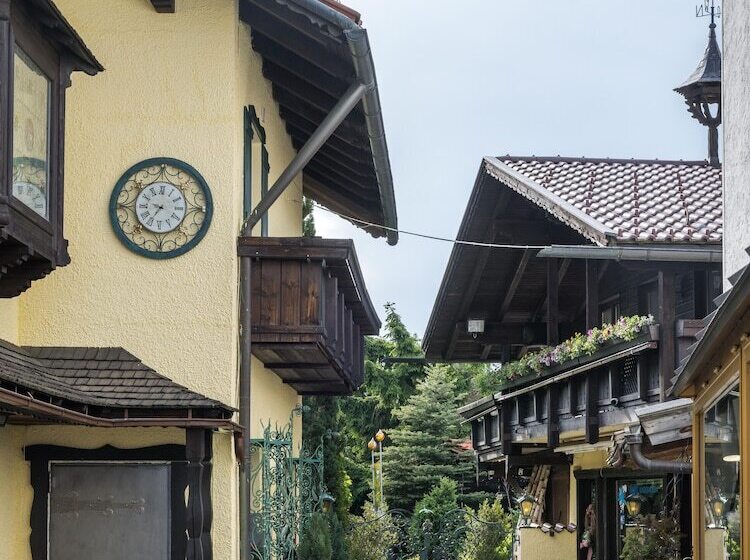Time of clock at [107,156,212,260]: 9:36
